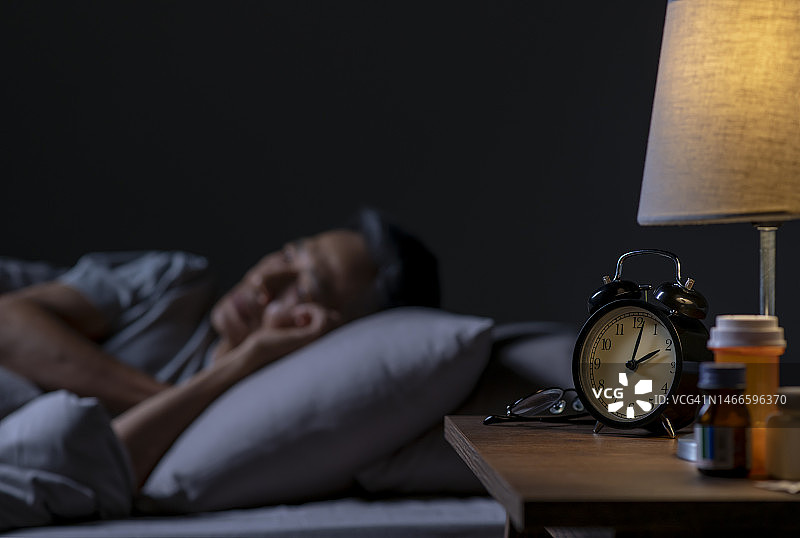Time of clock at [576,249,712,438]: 2:02
